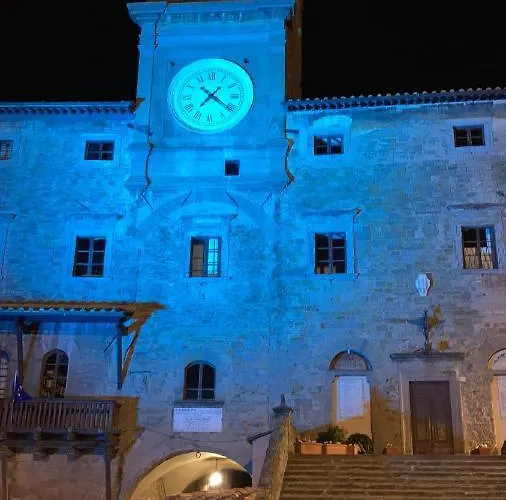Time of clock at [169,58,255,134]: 7:21
